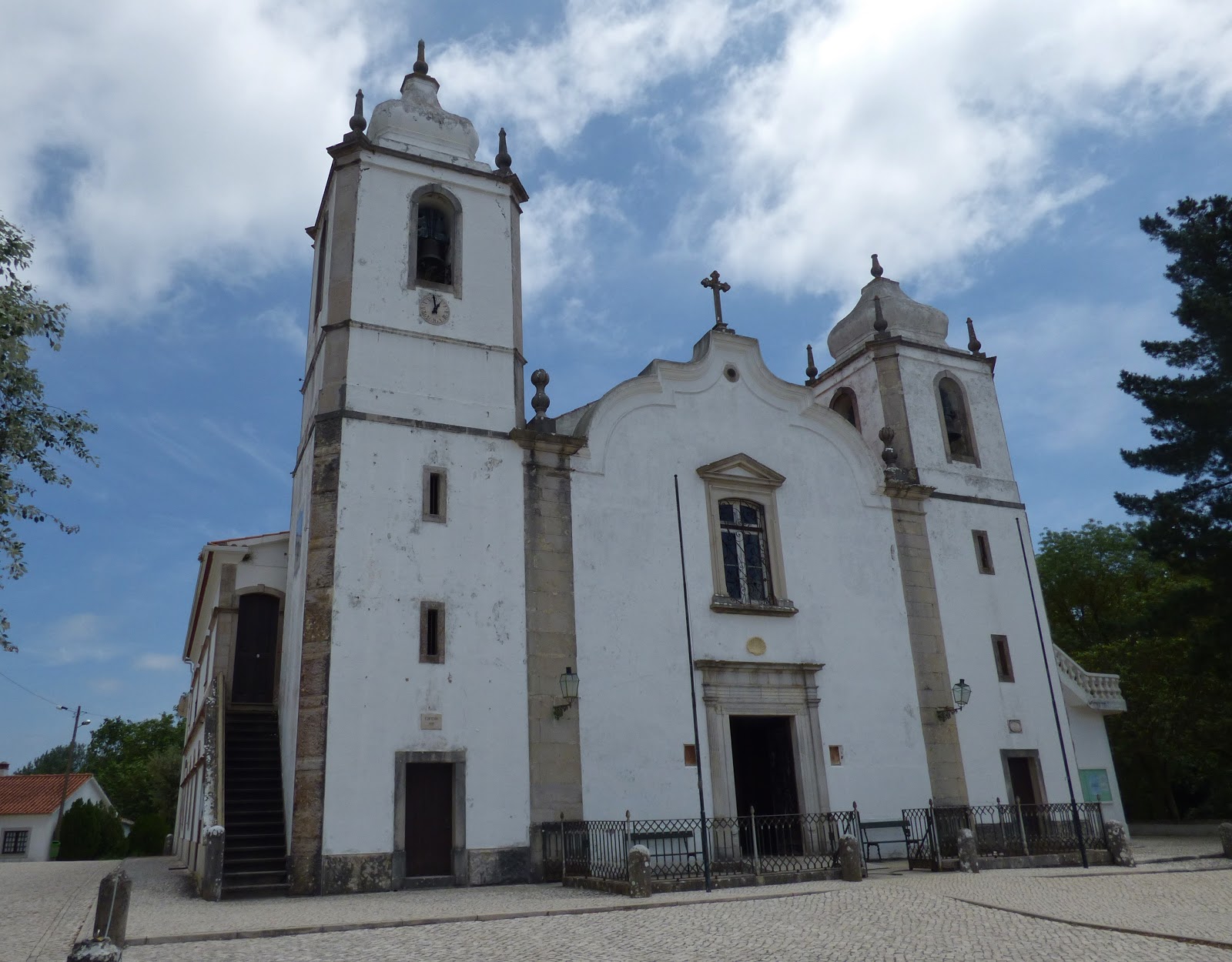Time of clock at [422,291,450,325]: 12:58
